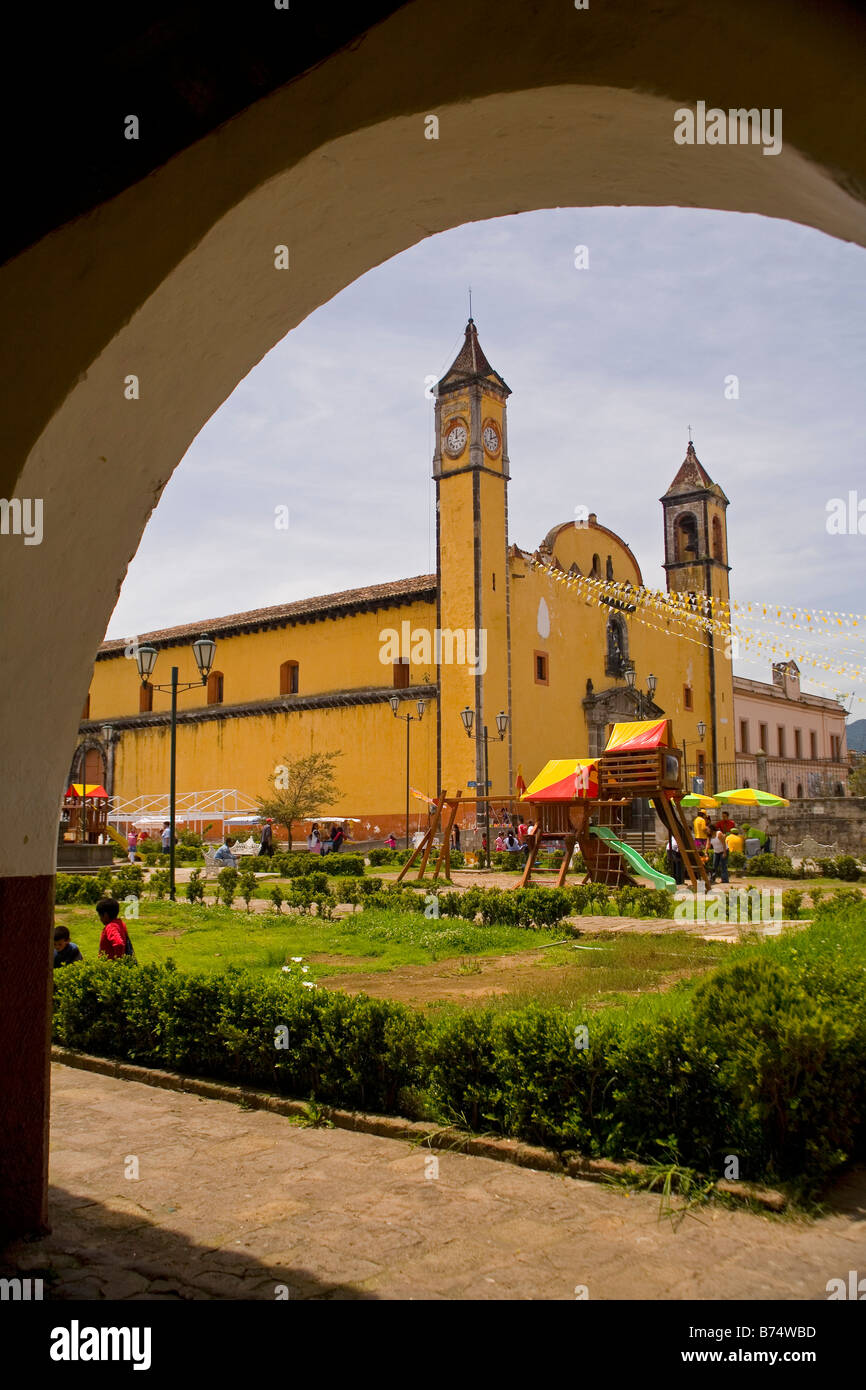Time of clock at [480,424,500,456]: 12:11
